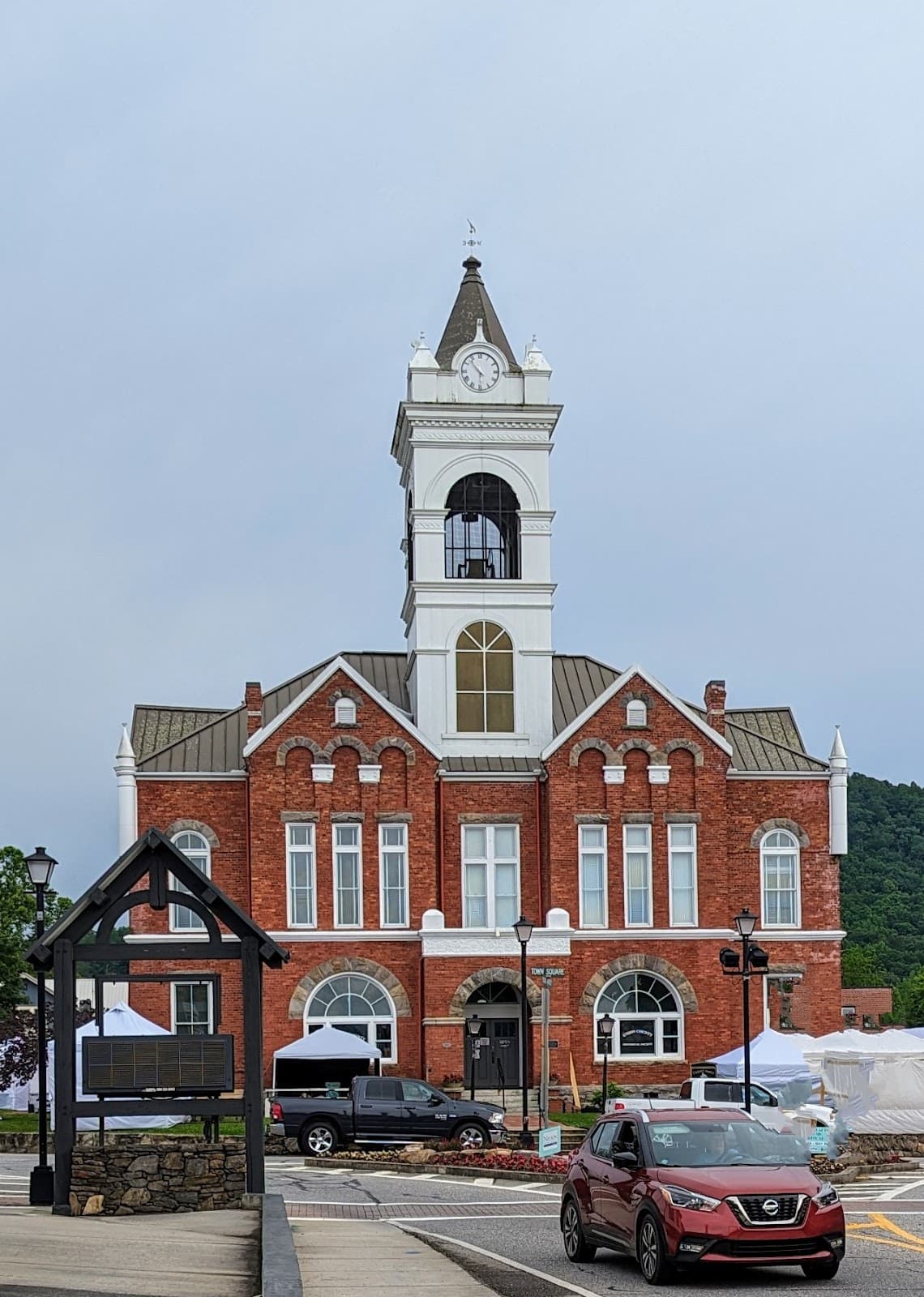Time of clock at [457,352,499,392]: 5:53
